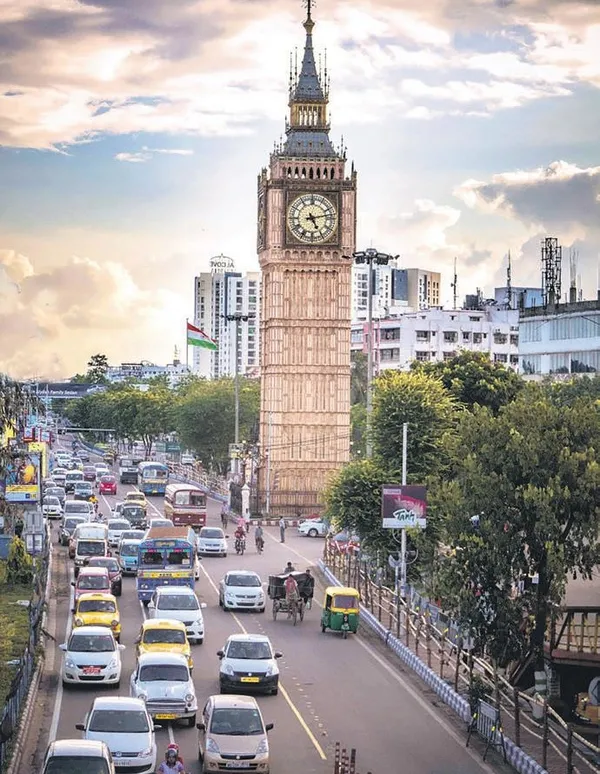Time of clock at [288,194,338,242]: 5:12
